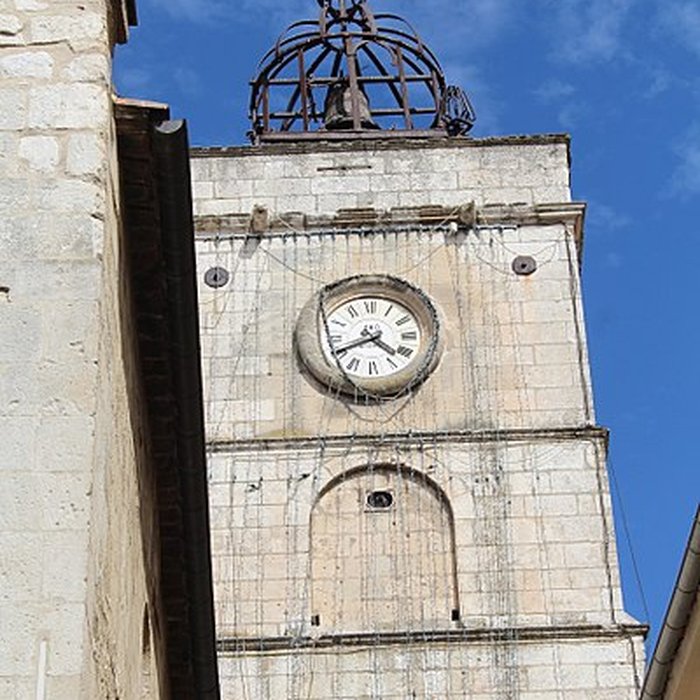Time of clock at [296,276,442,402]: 4:40
